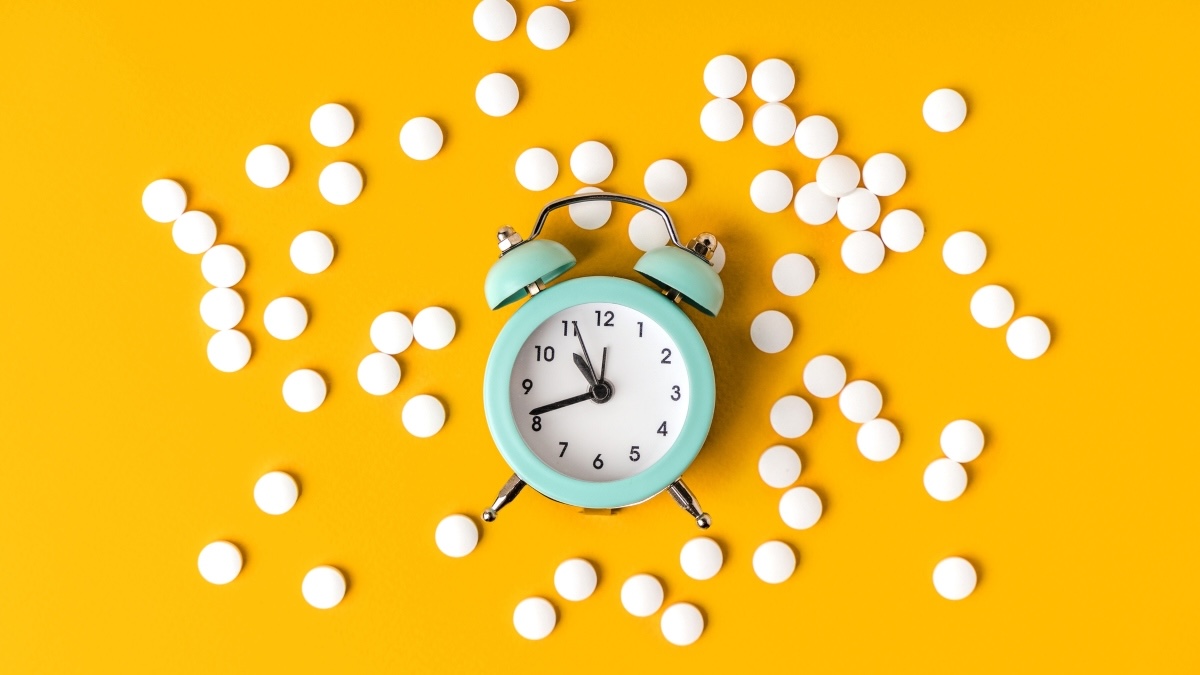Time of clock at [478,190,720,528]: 10:41
